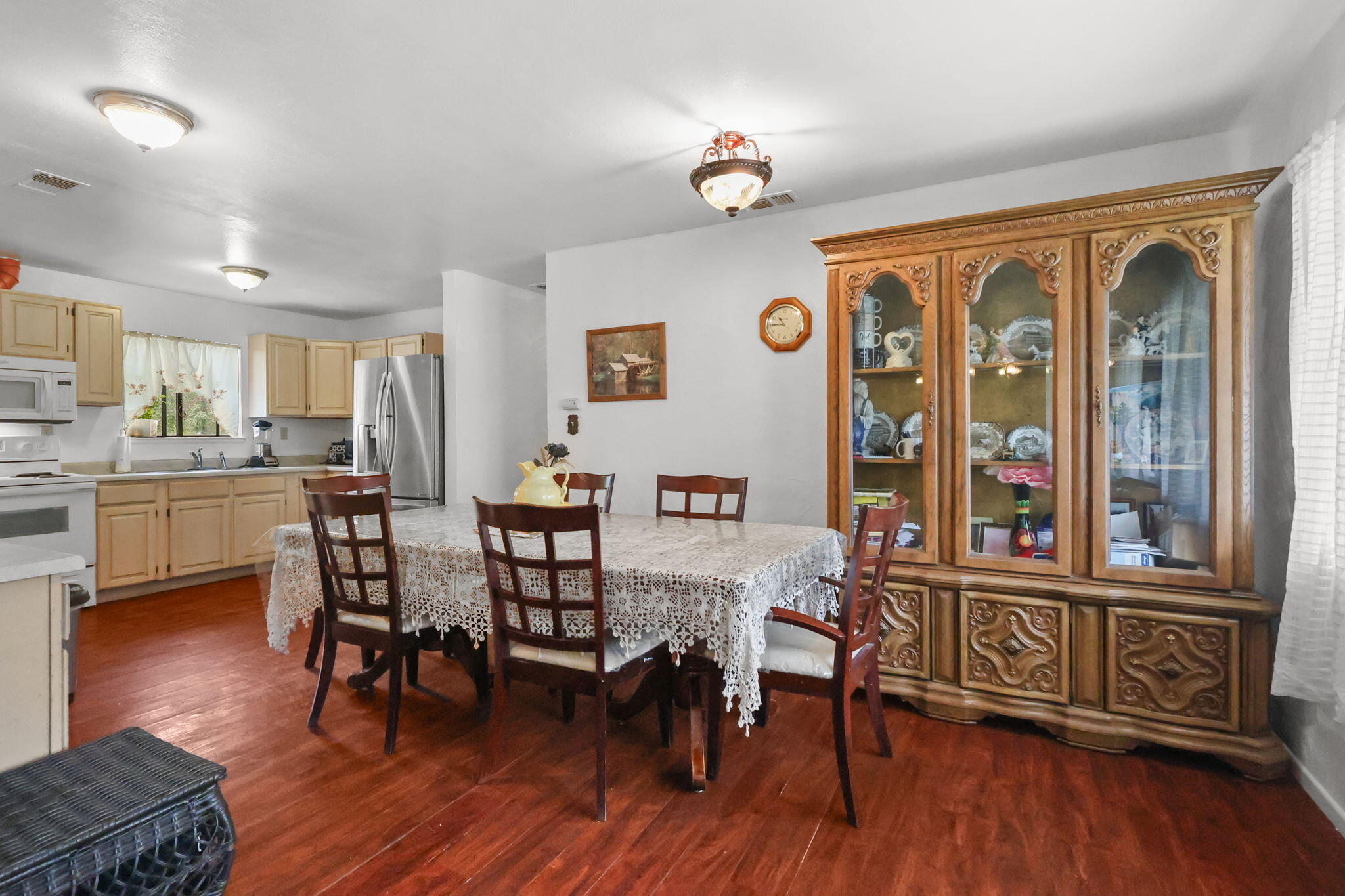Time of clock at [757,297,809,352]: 10:45
